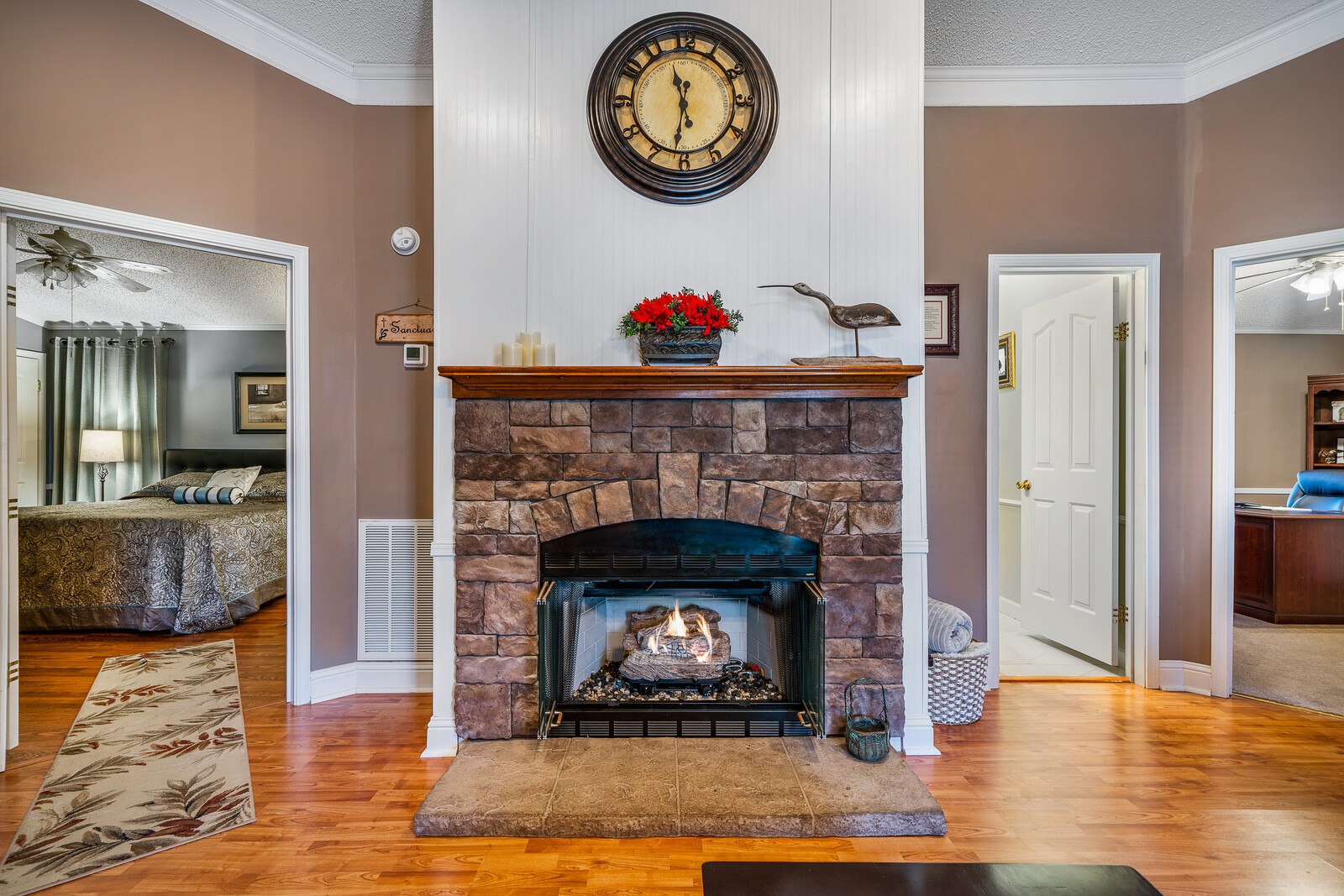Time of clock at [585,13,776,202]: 11:31
